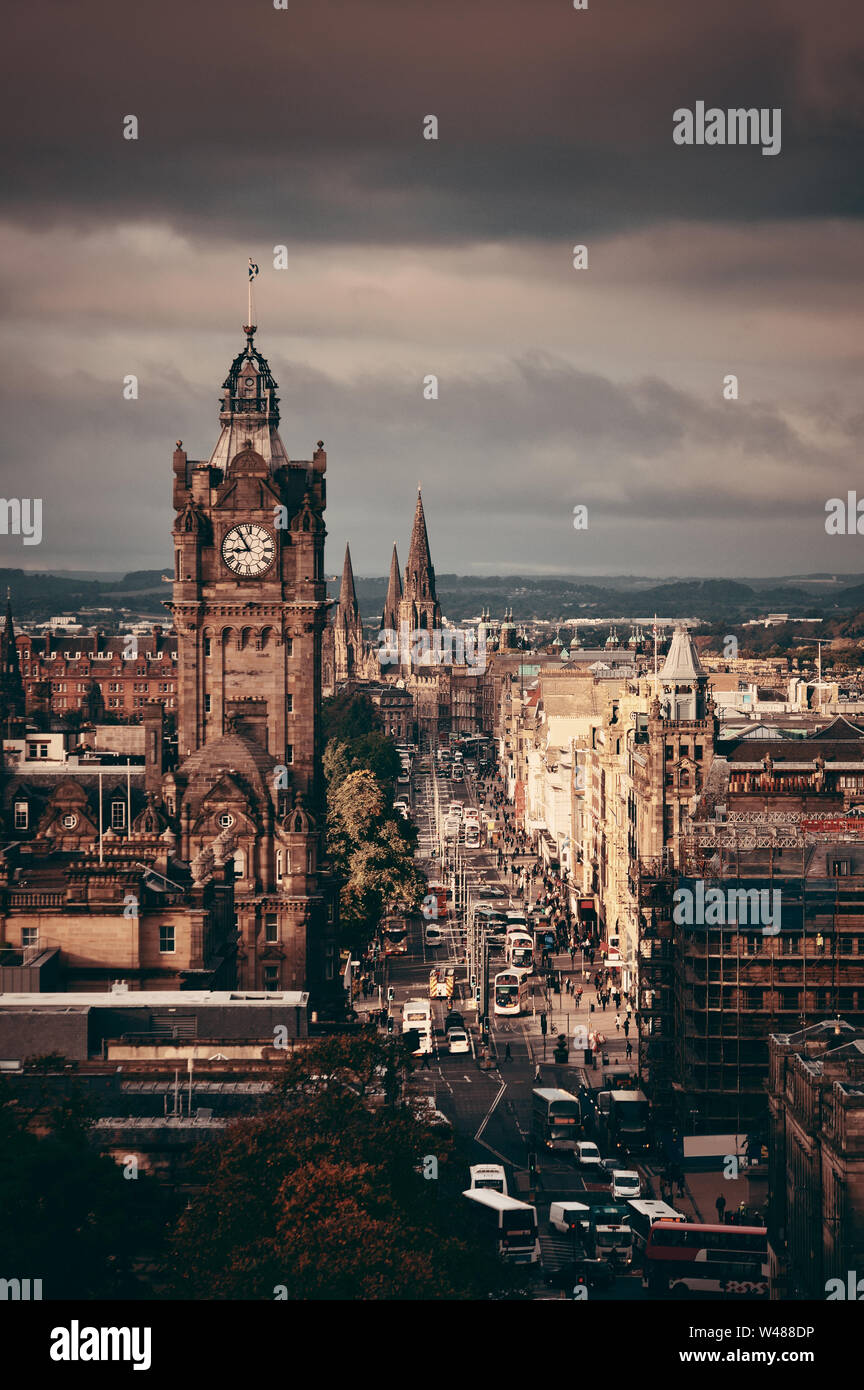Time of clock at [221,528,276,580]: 8:54
